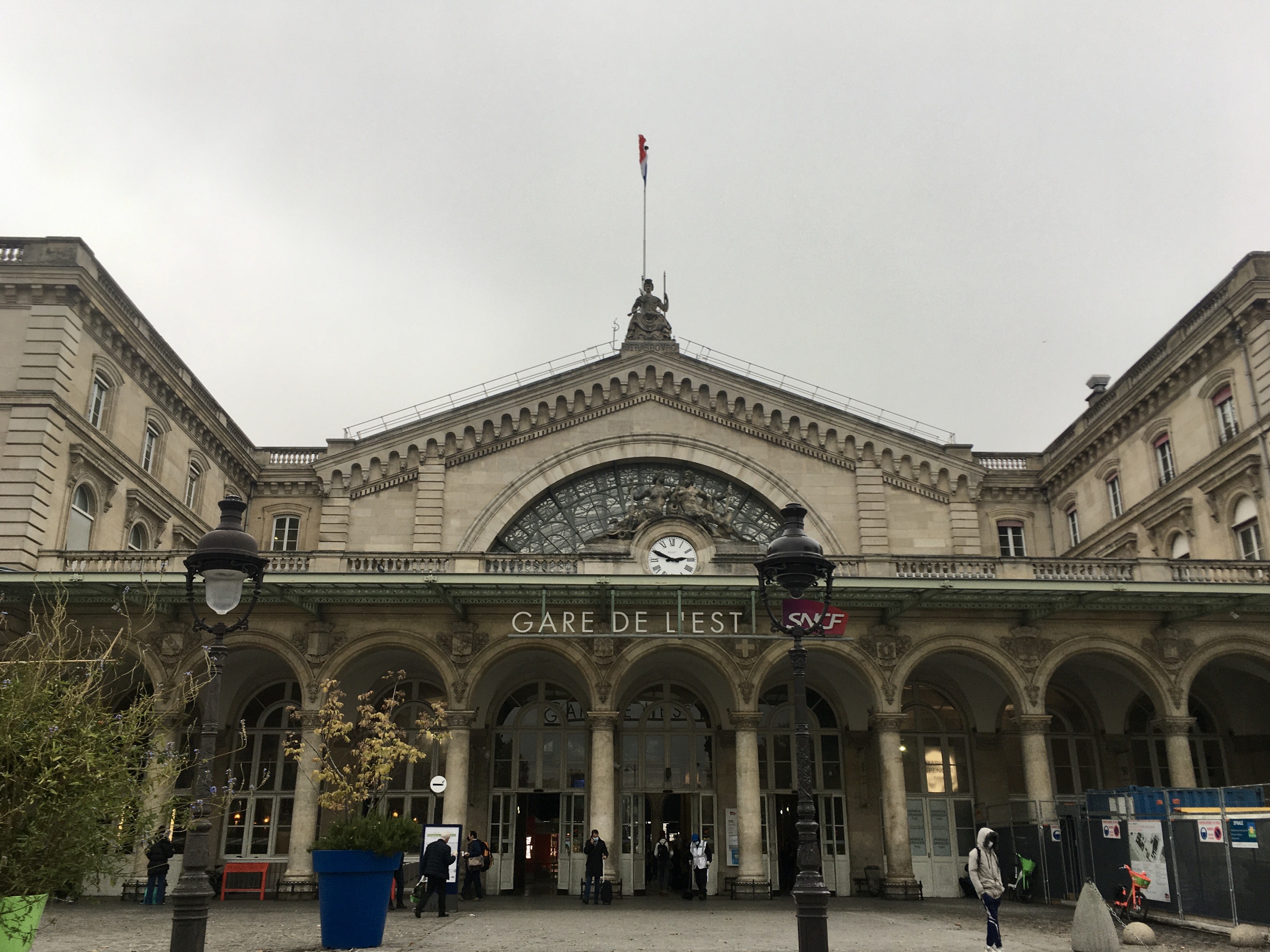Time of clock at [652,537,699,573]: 2:49
